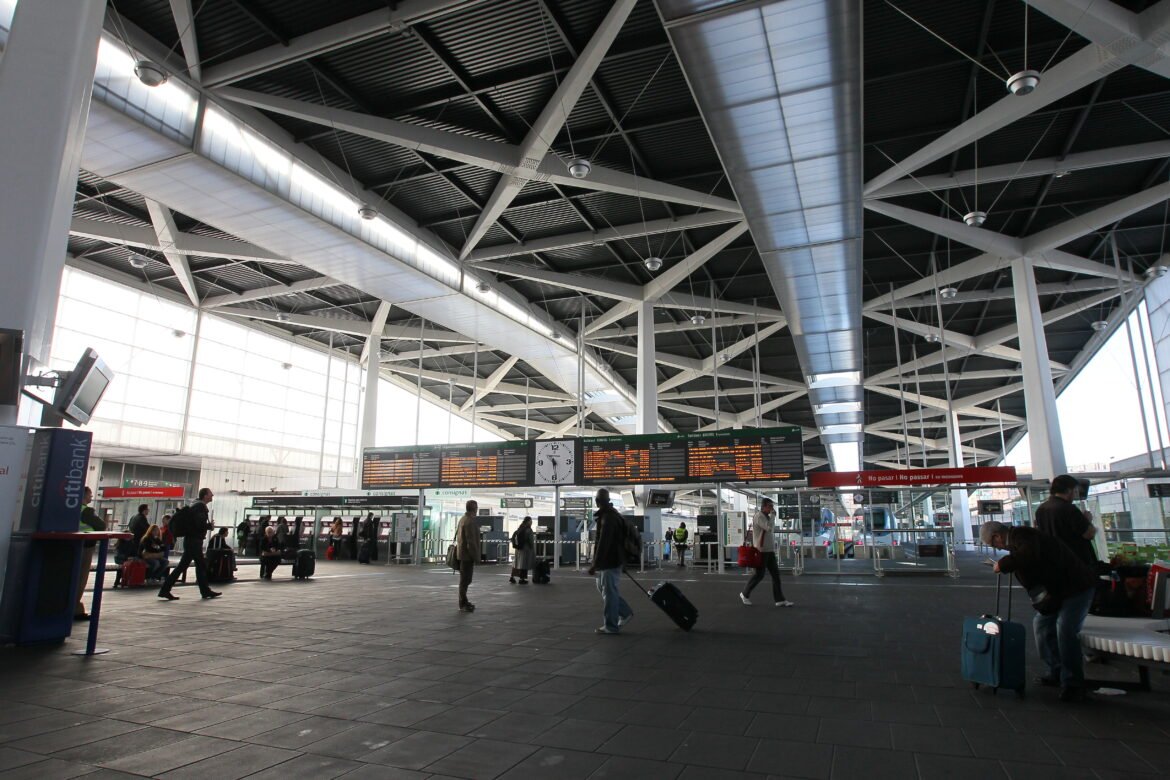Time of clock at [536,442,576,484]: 10:28
